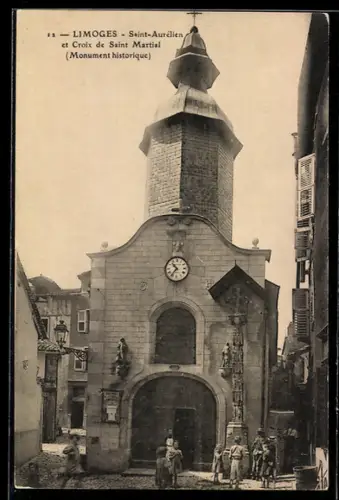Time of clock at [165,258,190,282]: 10:36
